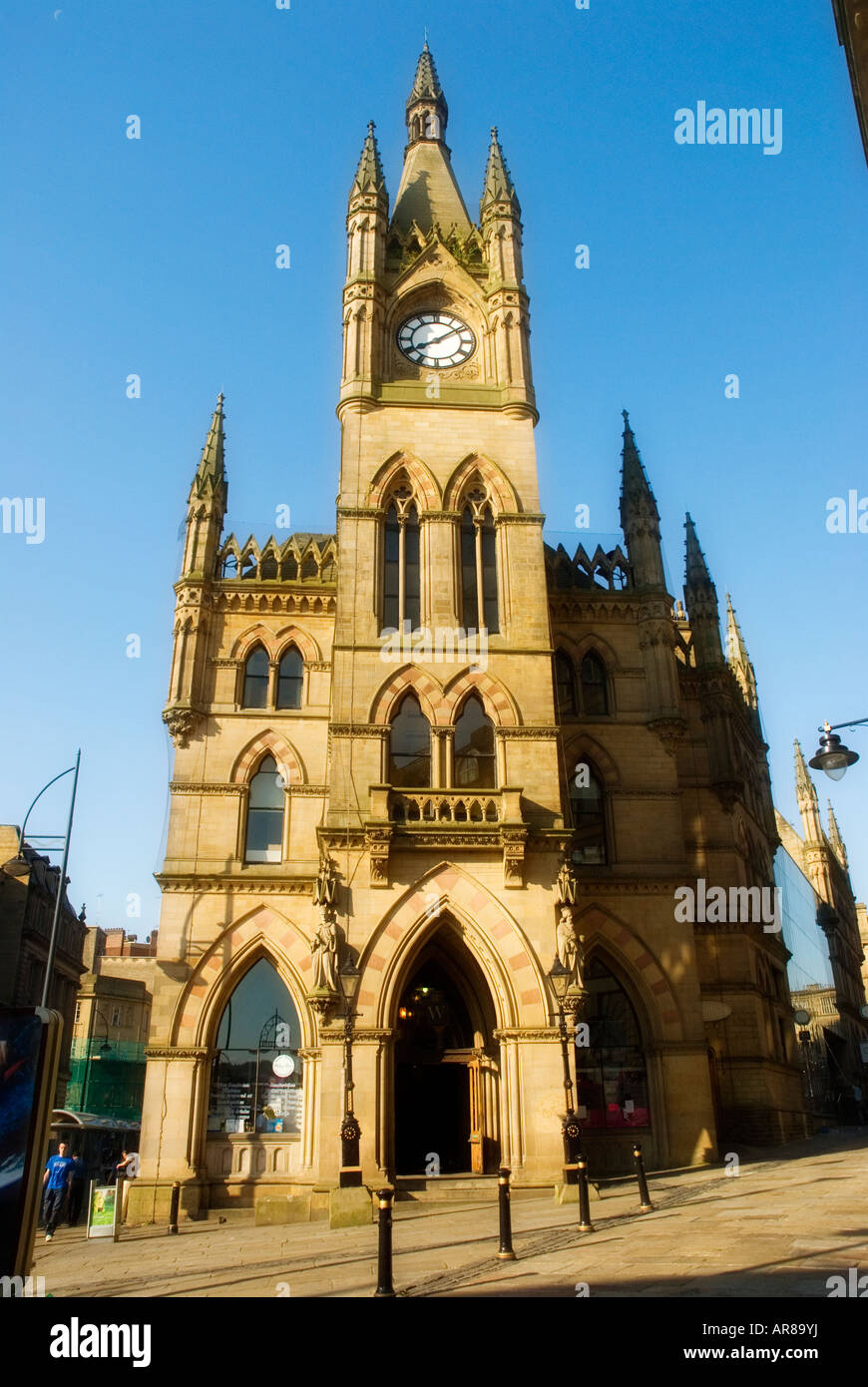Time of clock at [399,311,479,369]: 8:09
